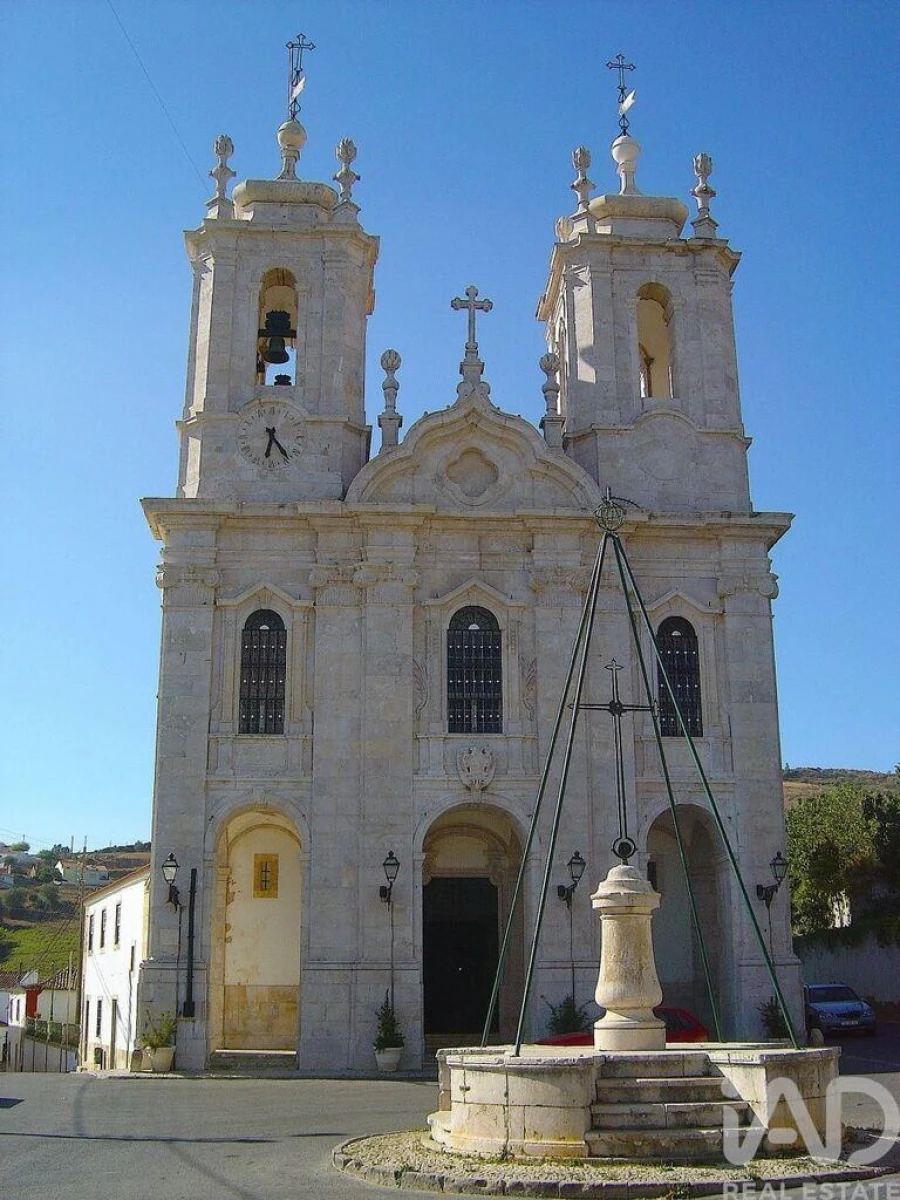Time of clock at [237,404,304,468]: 6:24
